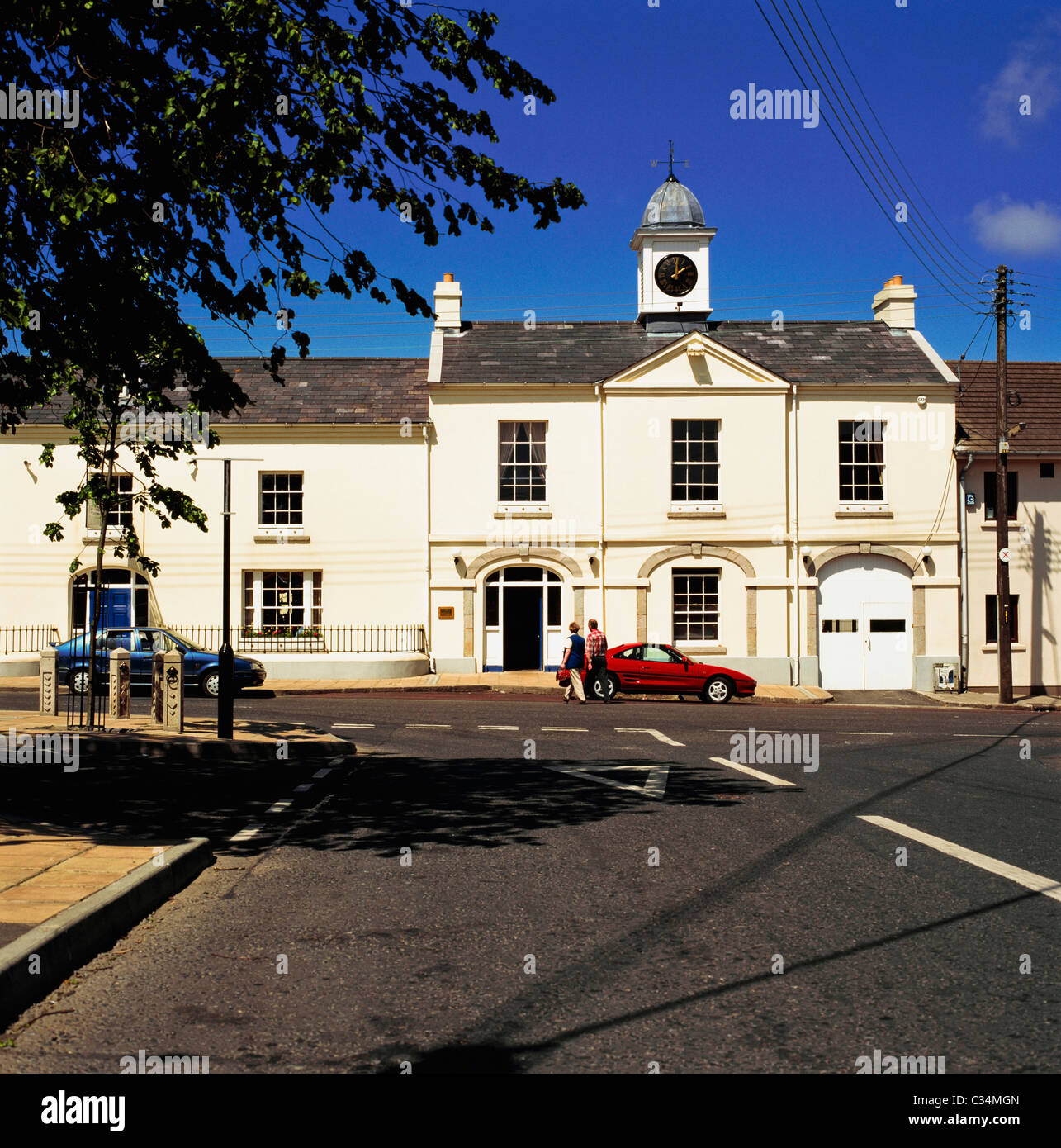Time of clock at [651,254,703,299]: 2:01
